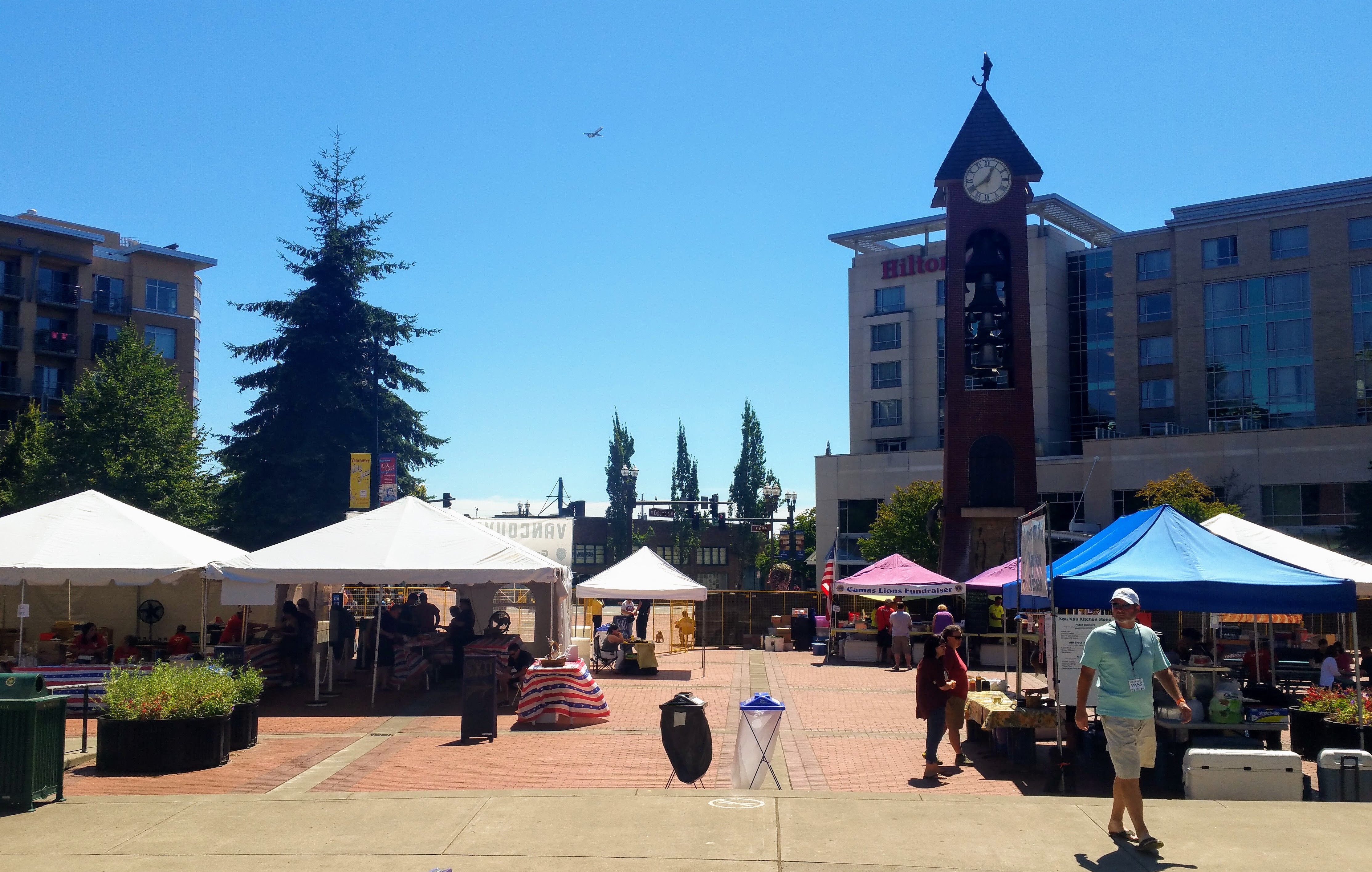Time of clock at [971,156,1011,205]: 12:39
